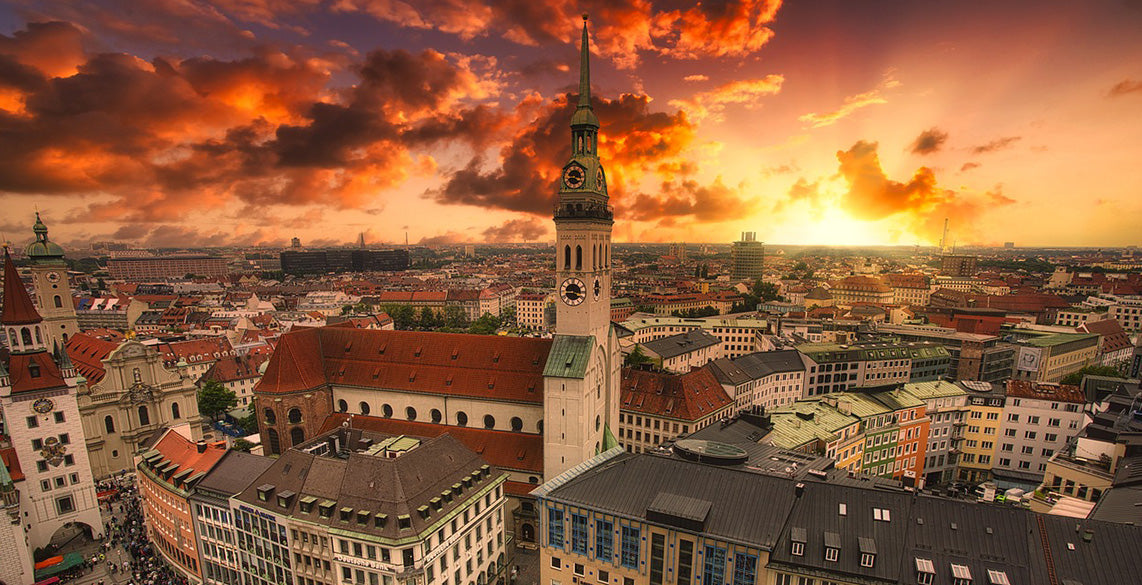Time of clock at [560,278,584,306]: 3:43
